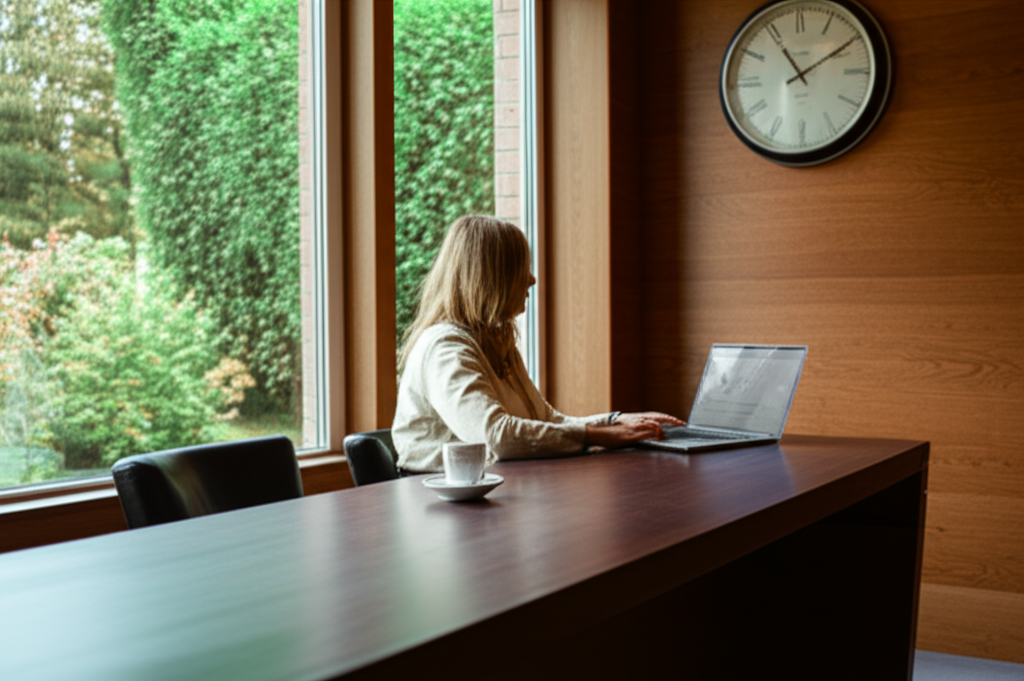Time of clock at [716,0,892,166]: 11:09
